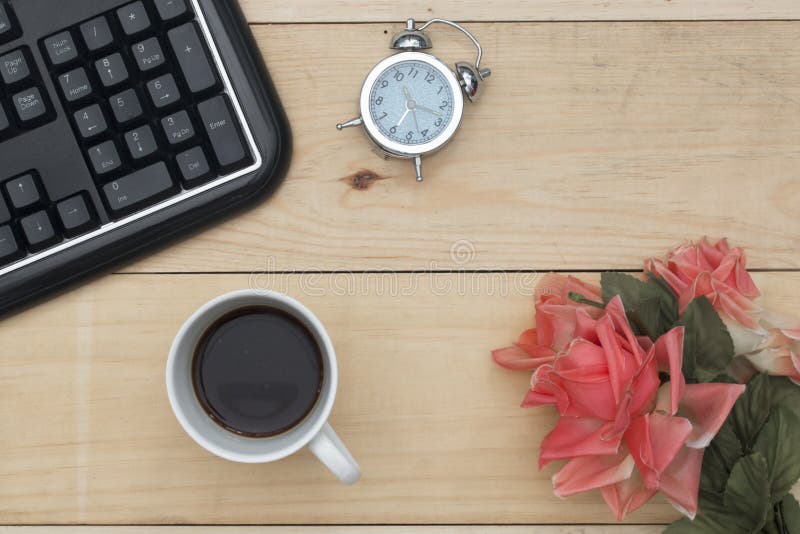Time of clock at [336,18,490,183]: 11:17
